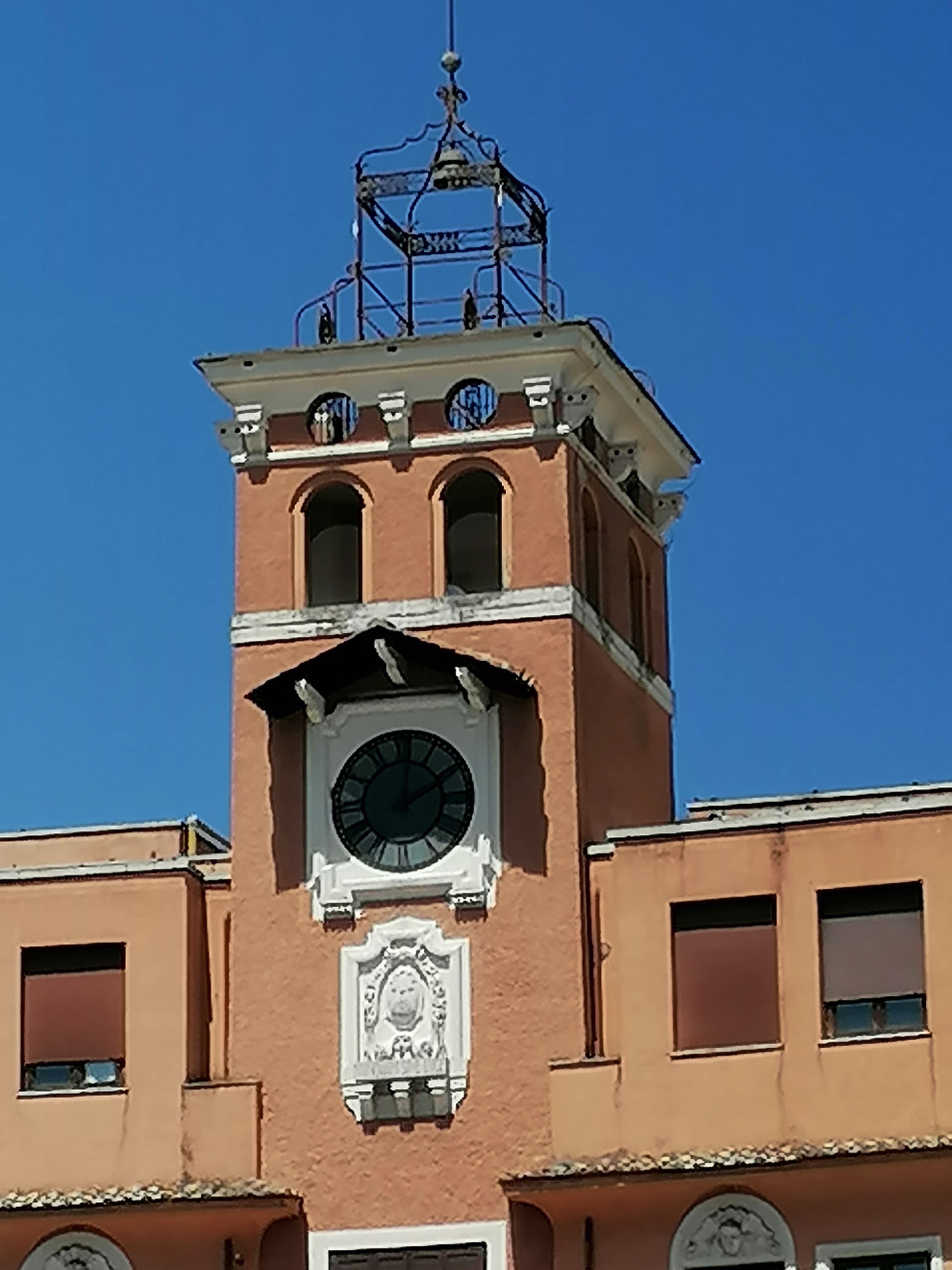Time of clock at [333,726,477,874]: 2:01
